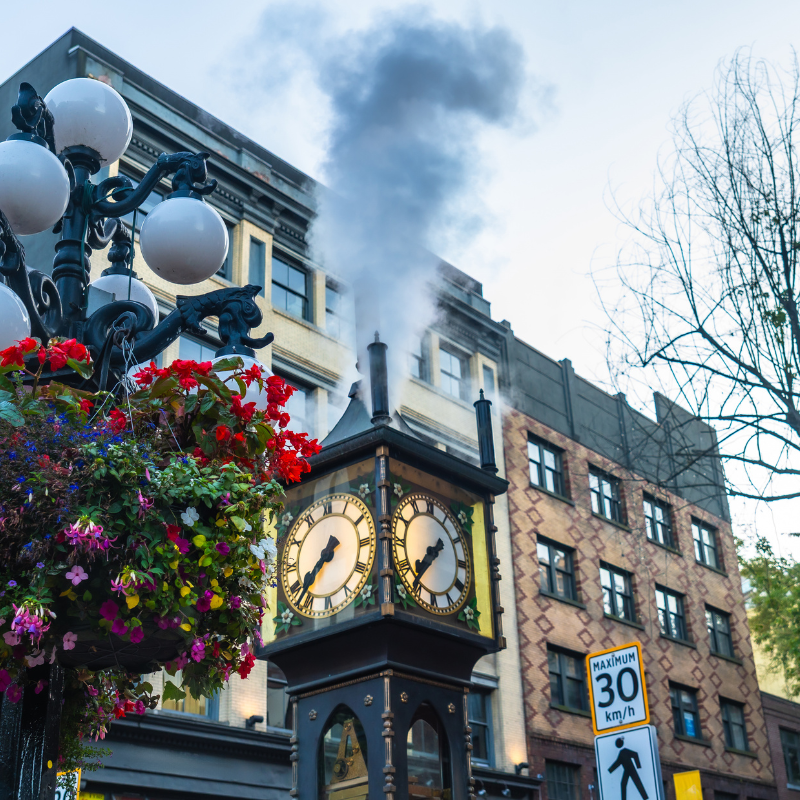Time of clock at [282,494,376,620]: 7:37
